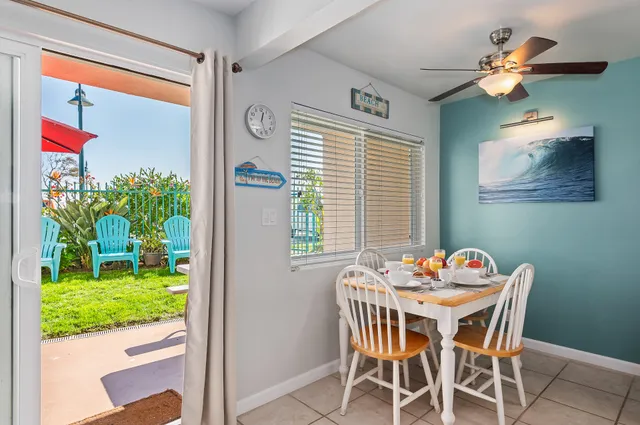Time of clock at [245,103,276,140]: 12:26
